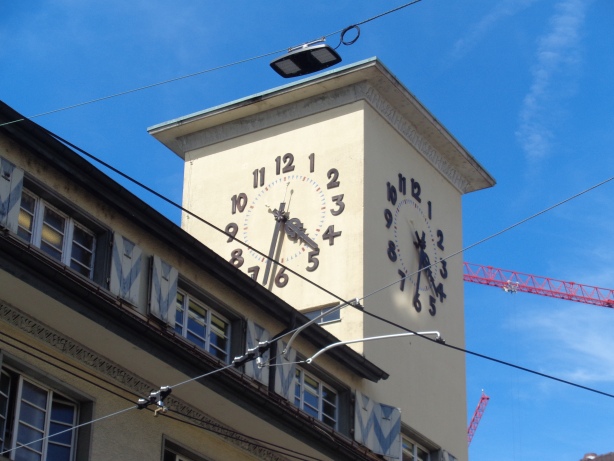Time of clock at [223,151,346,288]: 4:32
